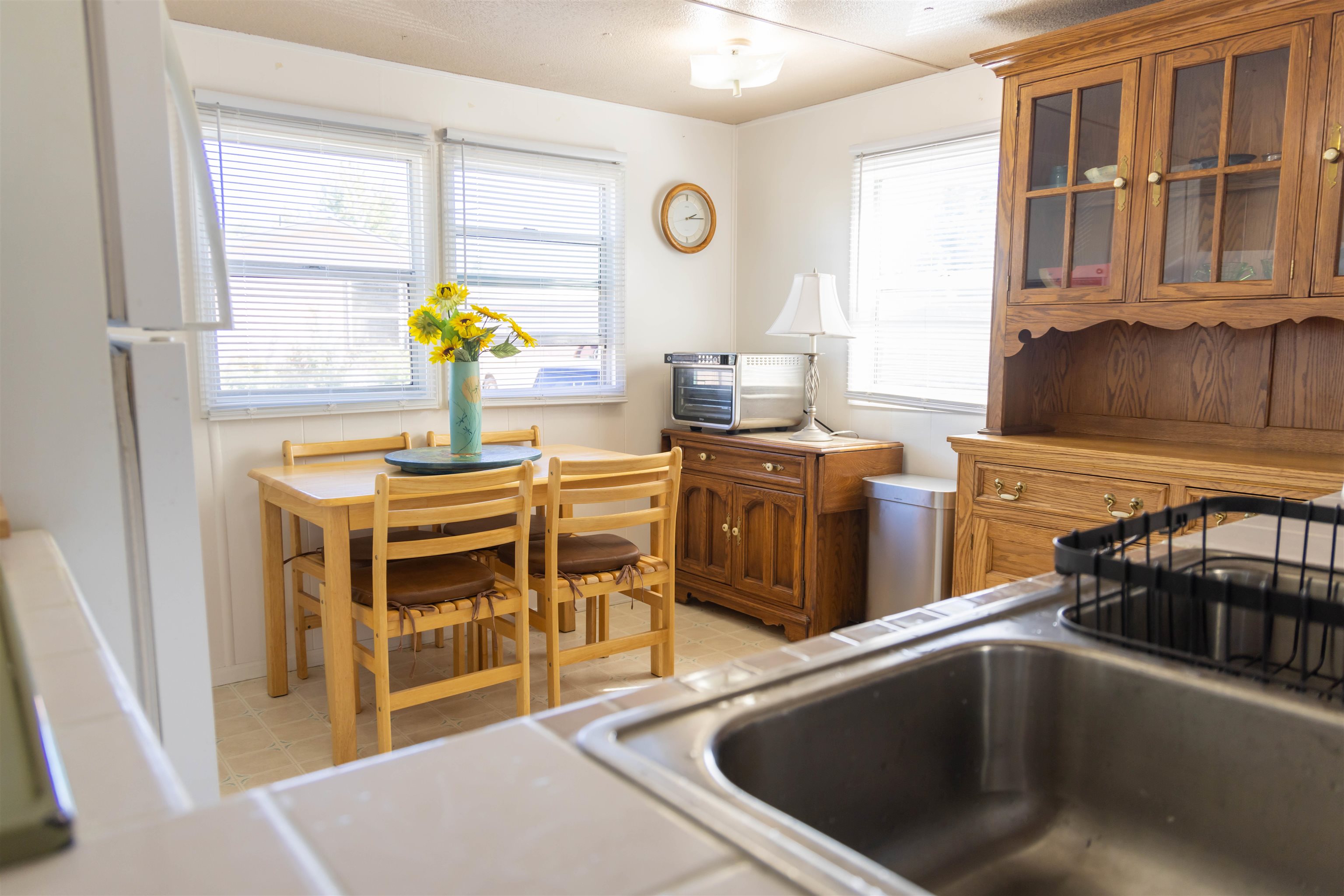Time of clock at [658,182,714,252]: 2:14
